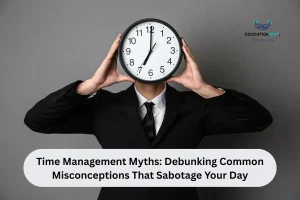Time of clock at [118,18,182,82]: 7:00
